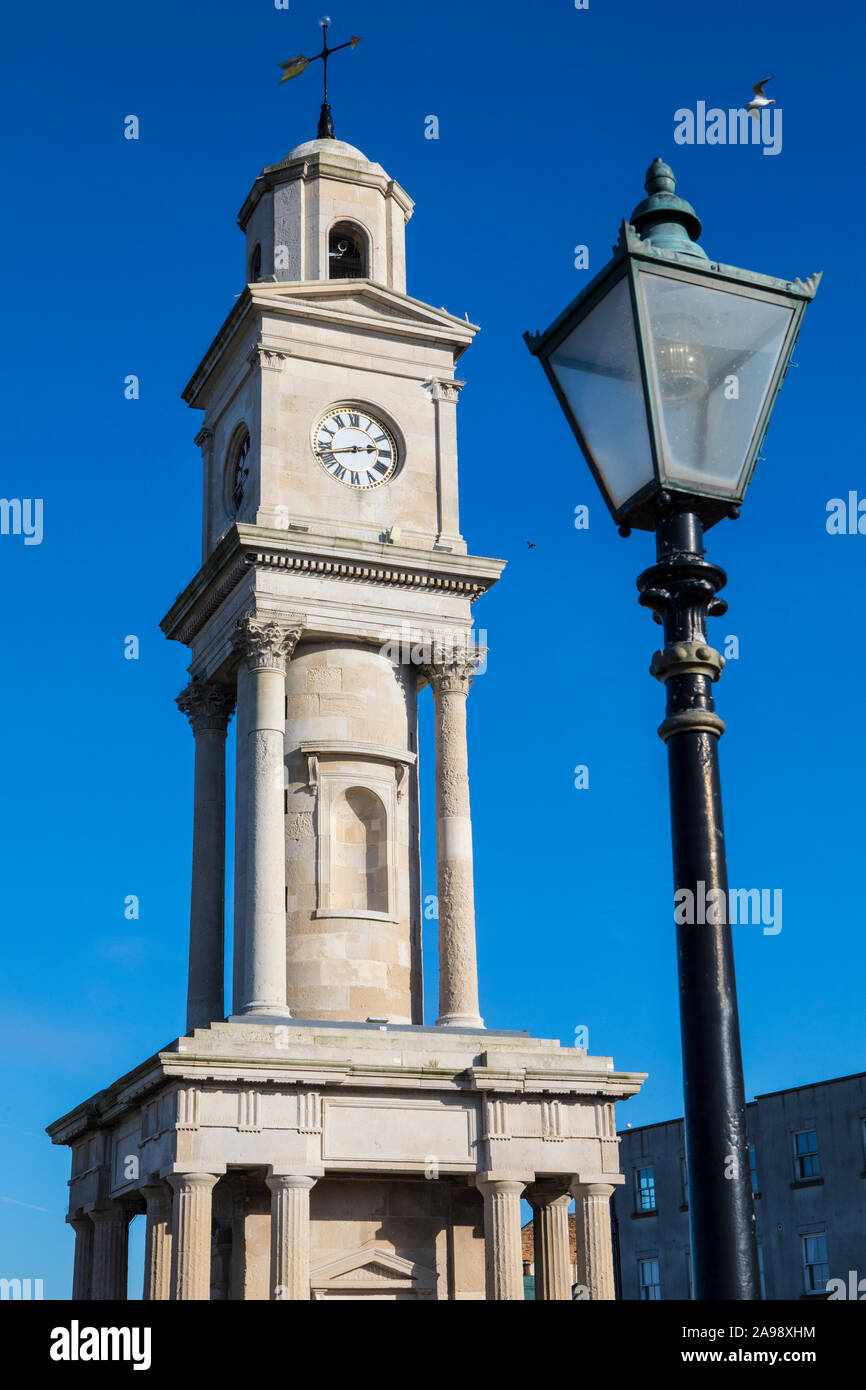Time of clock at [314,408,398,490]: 2:42
